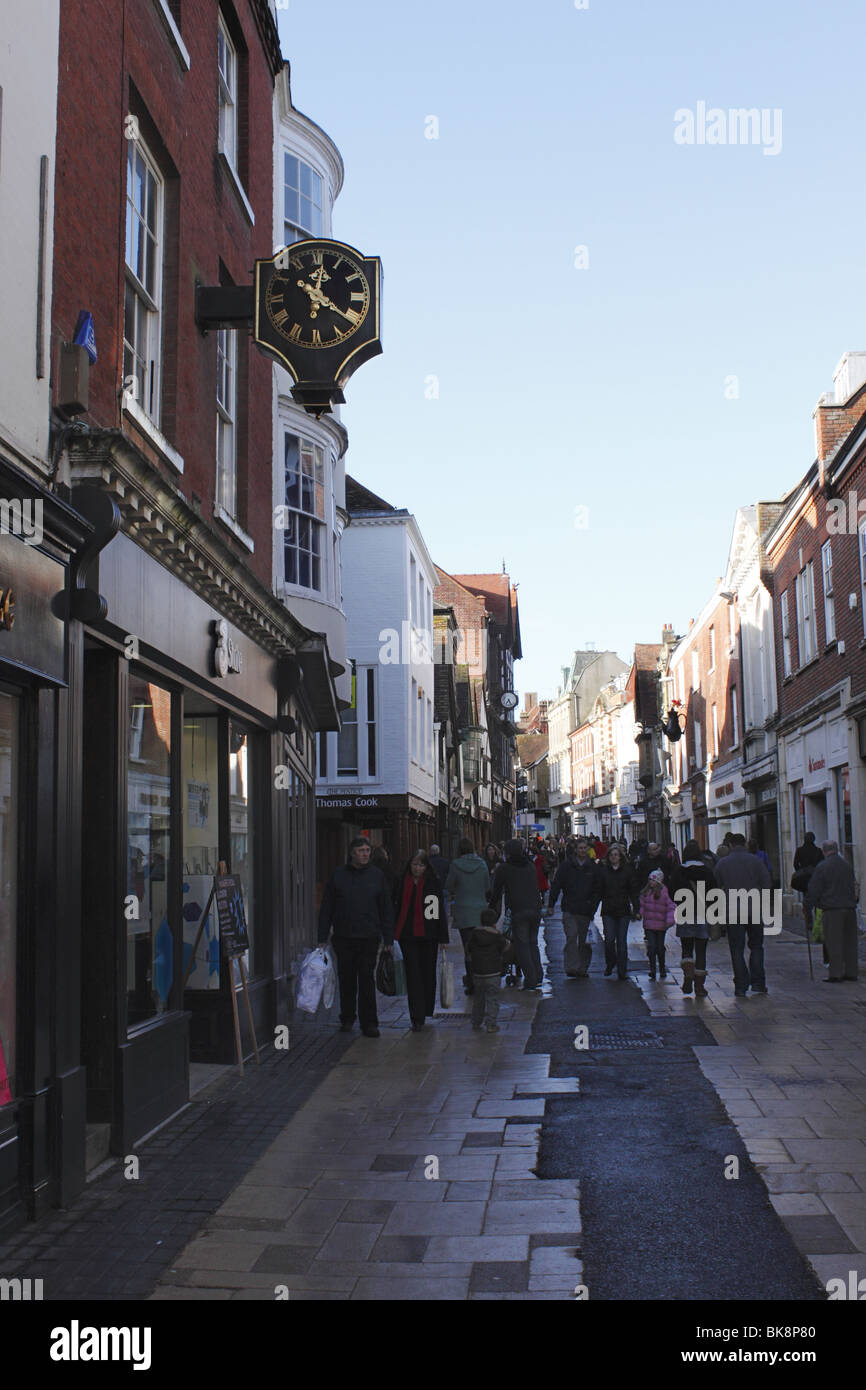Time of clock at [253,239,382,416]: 12:20
